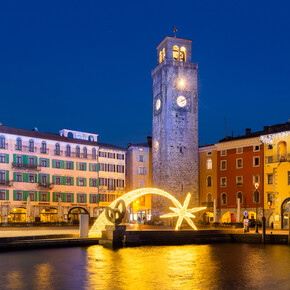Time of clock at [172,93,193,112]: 8:09
